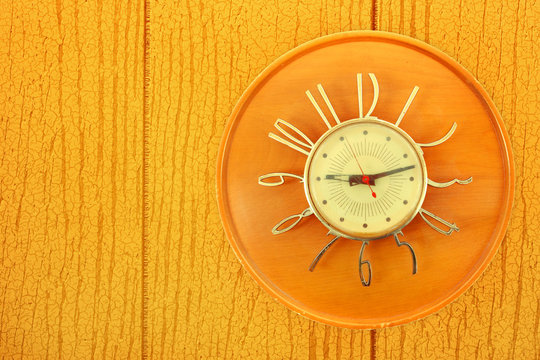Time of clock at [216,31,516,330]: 9:12
